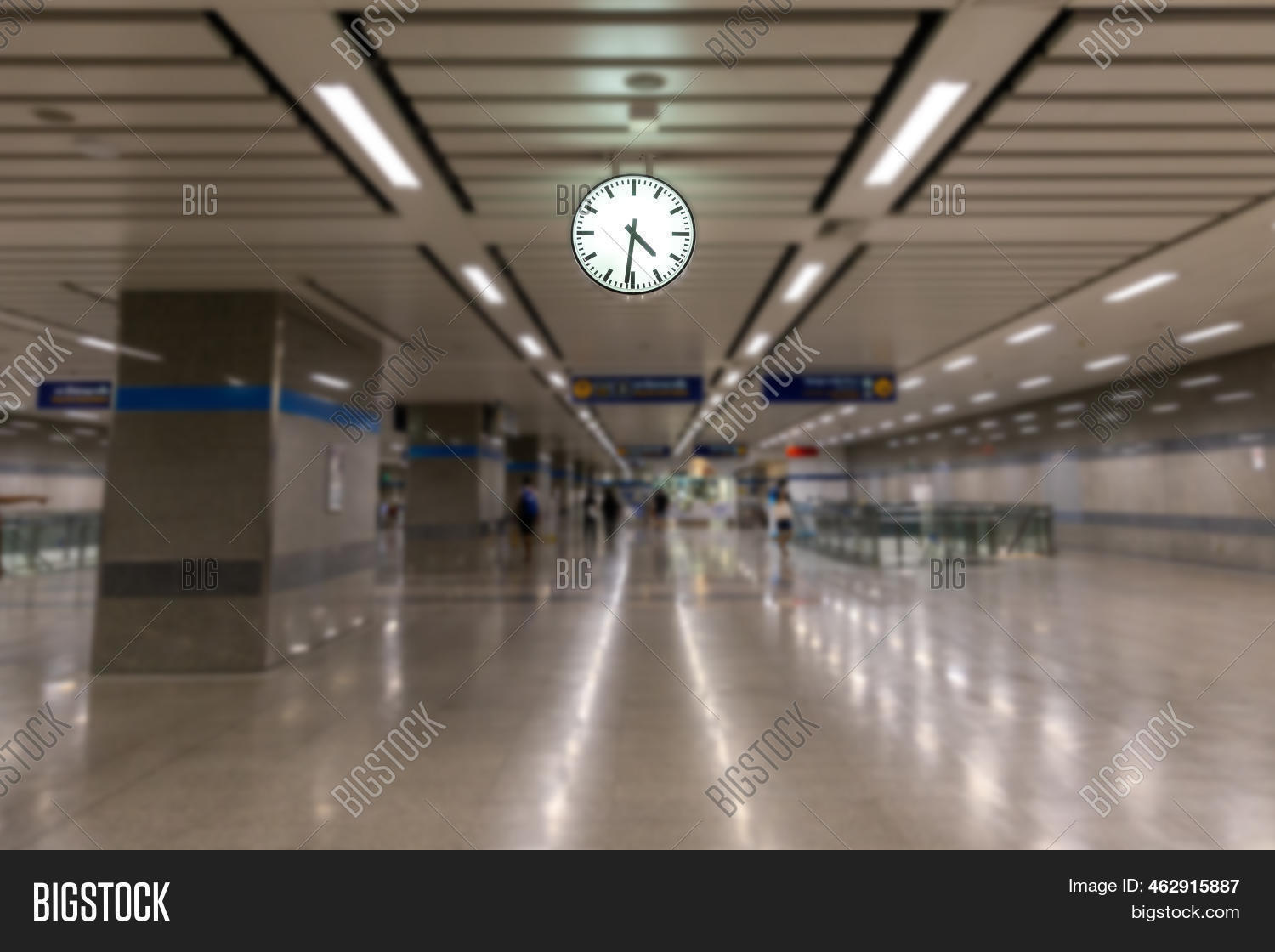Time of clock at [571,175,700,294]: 4:31
